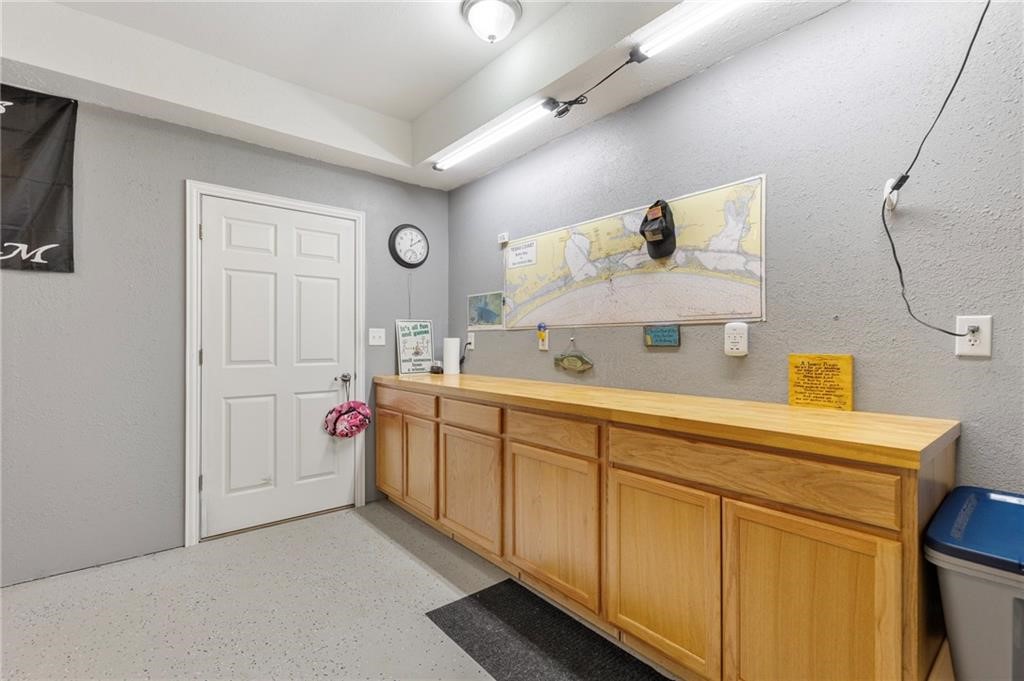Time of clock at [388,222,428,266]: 12:09
